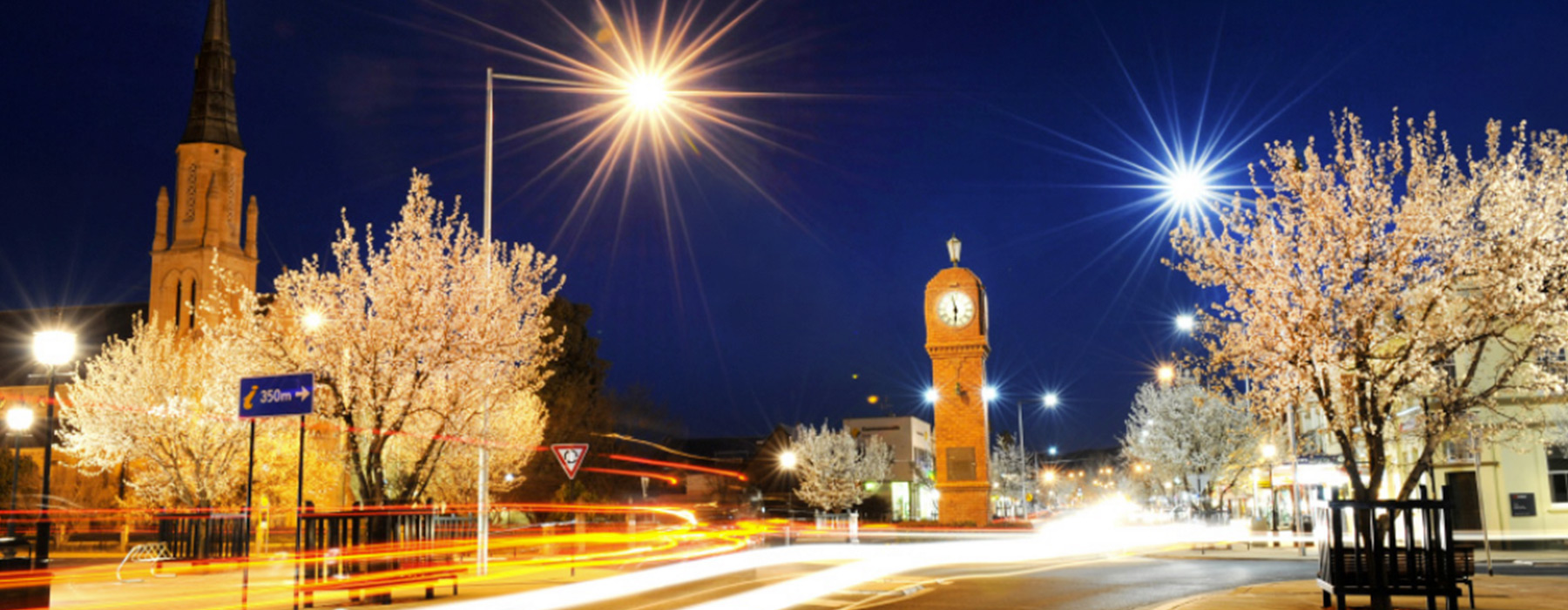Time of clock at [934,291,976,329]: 5:57
